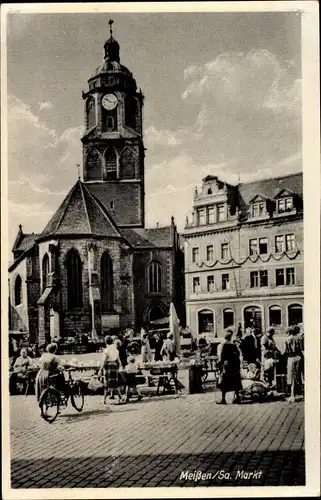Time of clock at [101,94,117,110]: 10:17
